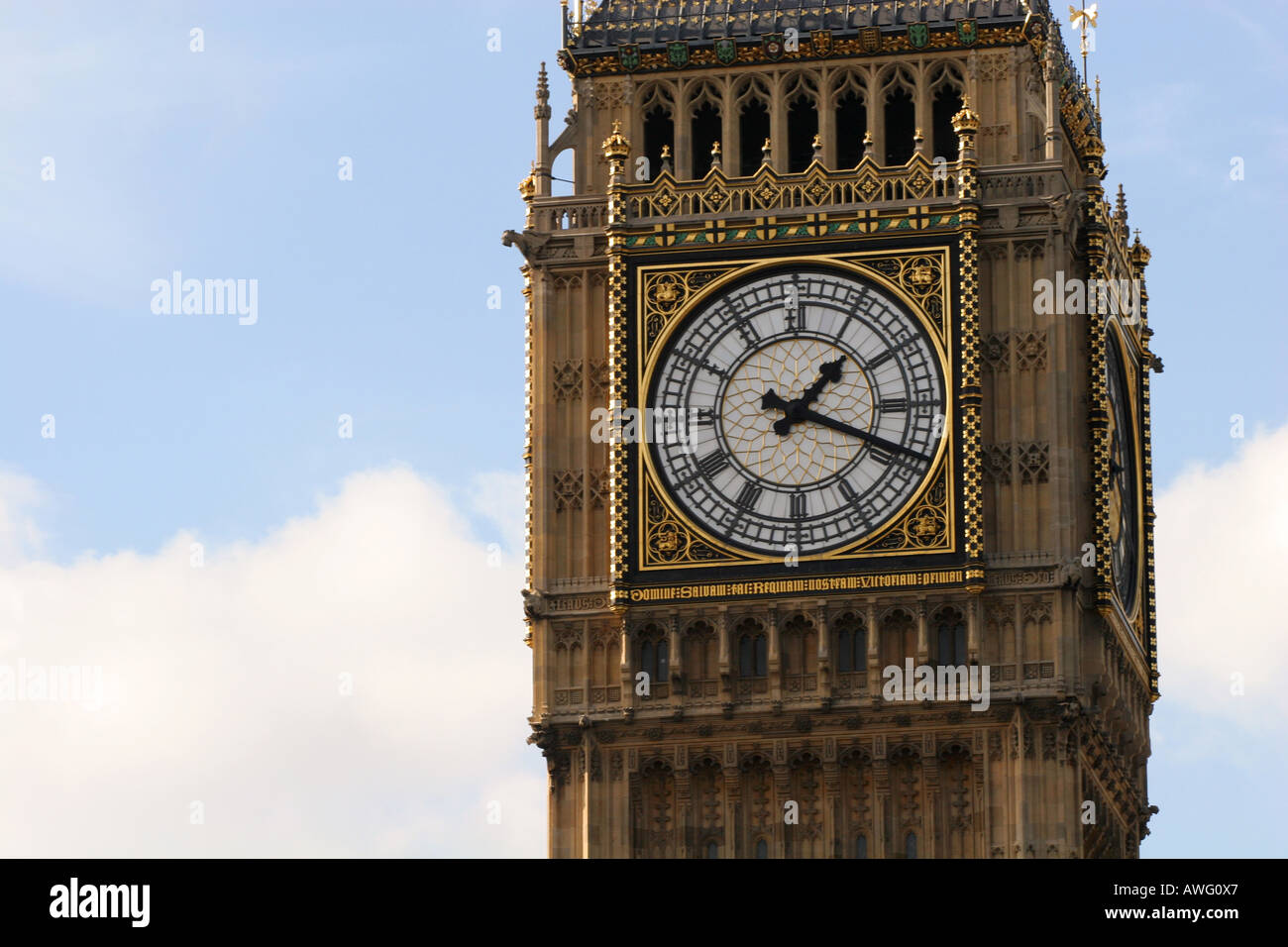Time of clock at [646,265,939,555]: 1:18
